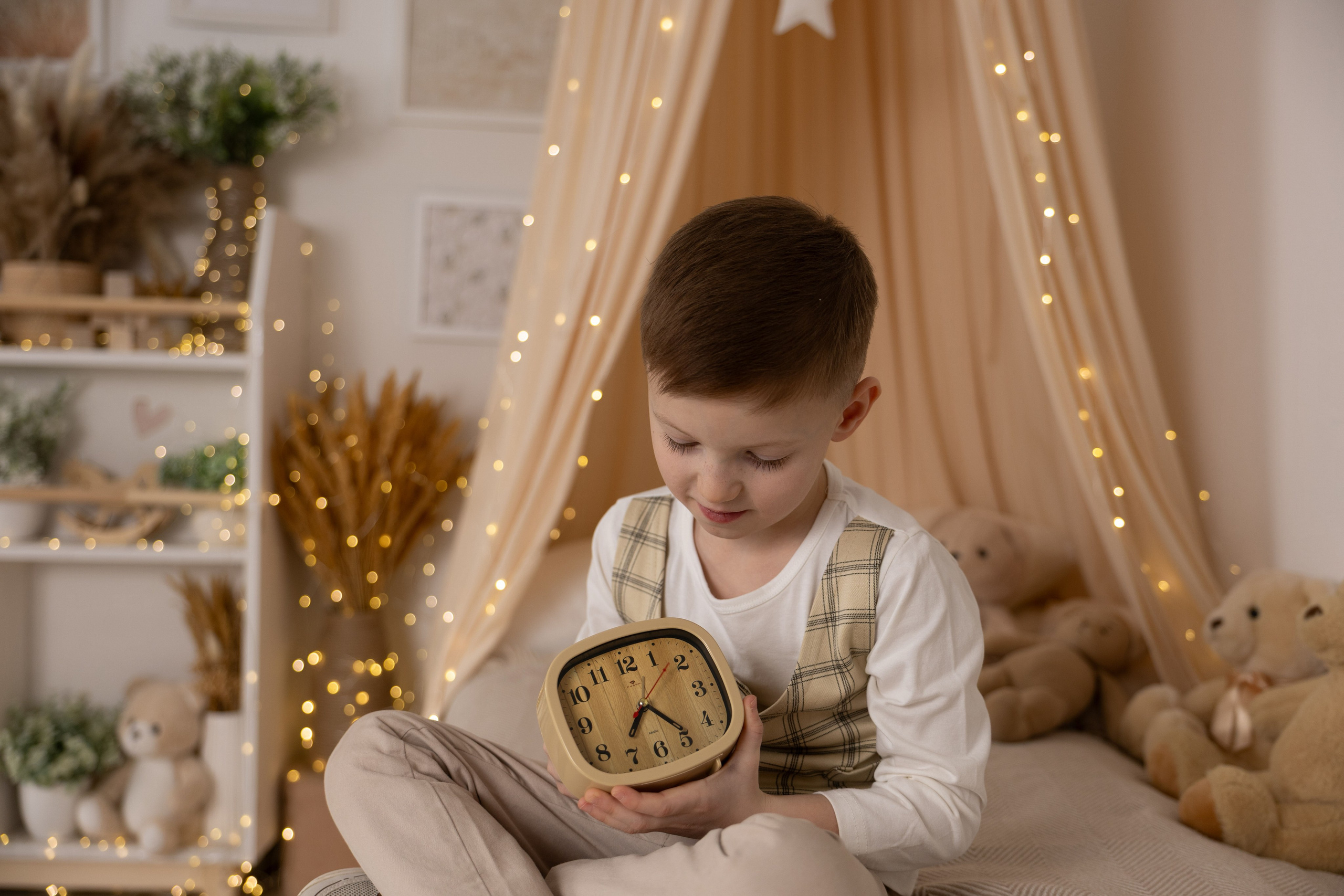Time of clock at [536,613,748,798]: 7:24
